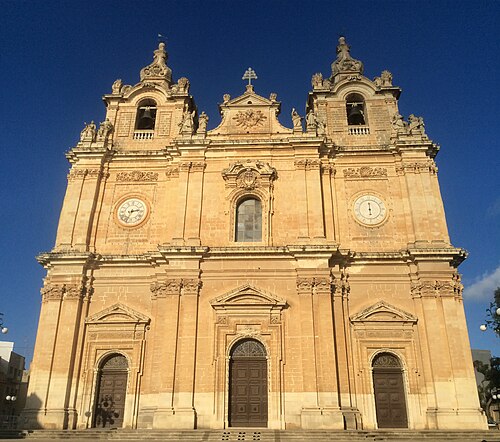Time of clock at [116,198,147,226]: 2:33
